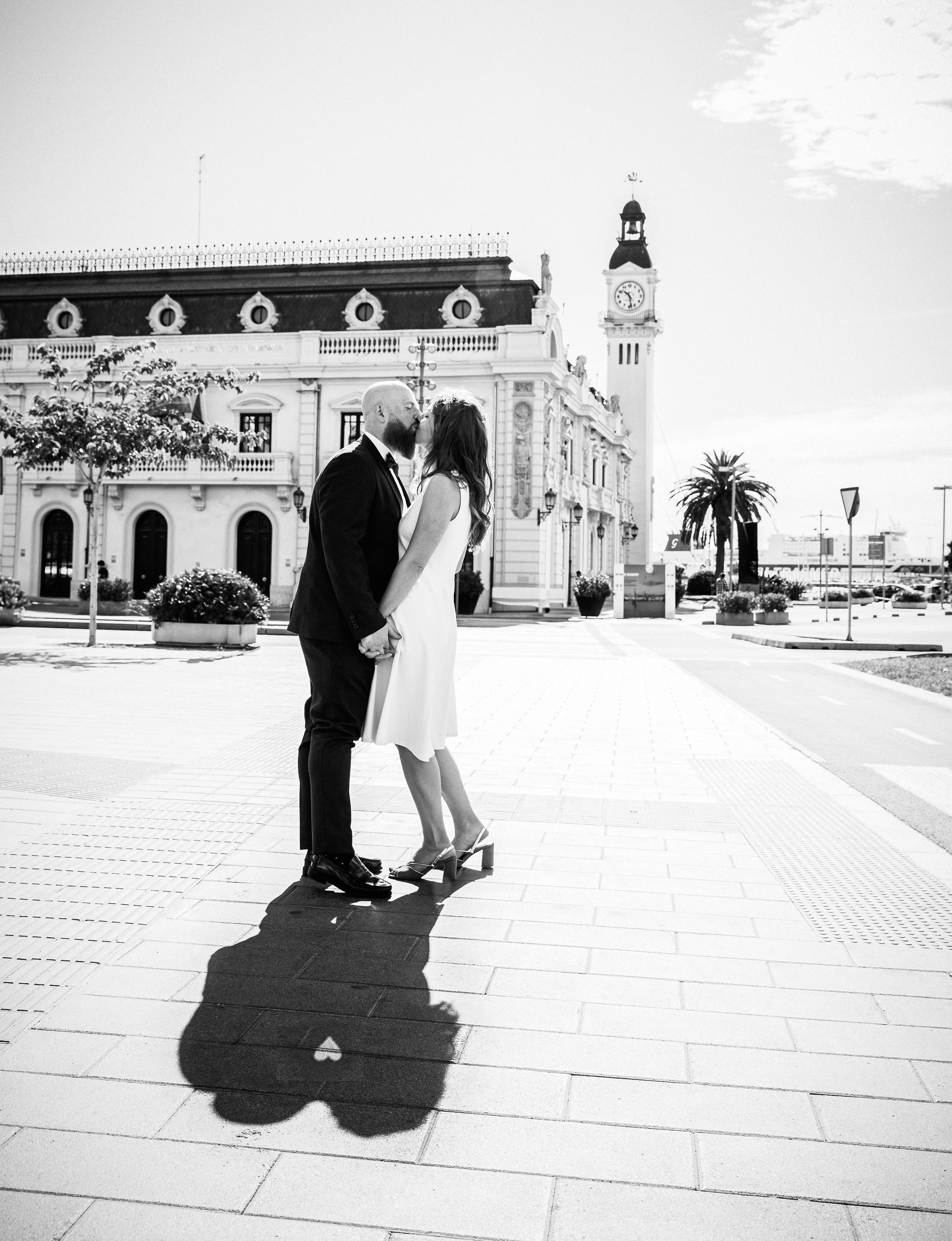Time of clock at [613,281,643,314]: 10:28
